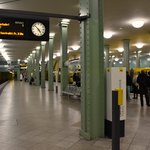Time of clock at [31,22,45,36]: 4:52
